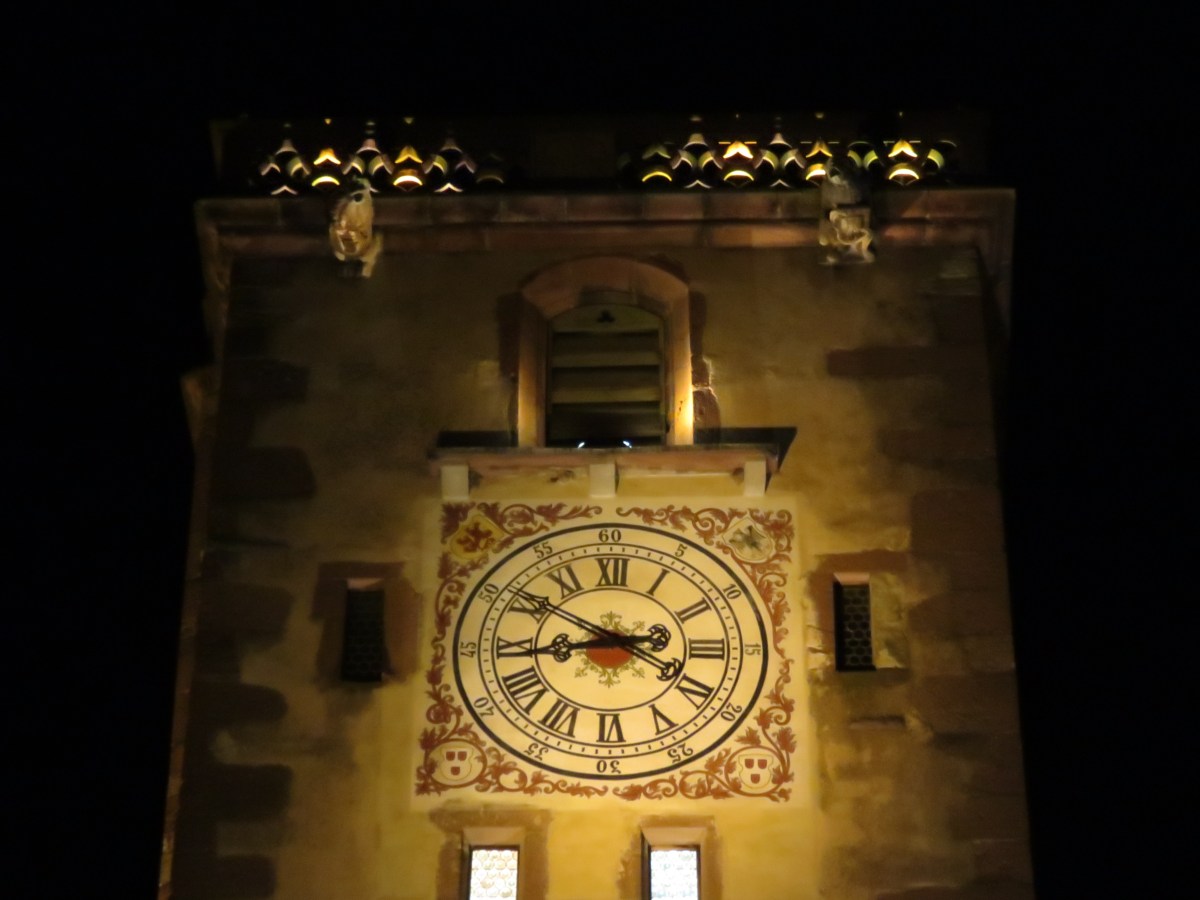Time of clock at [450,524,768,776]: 8:50
